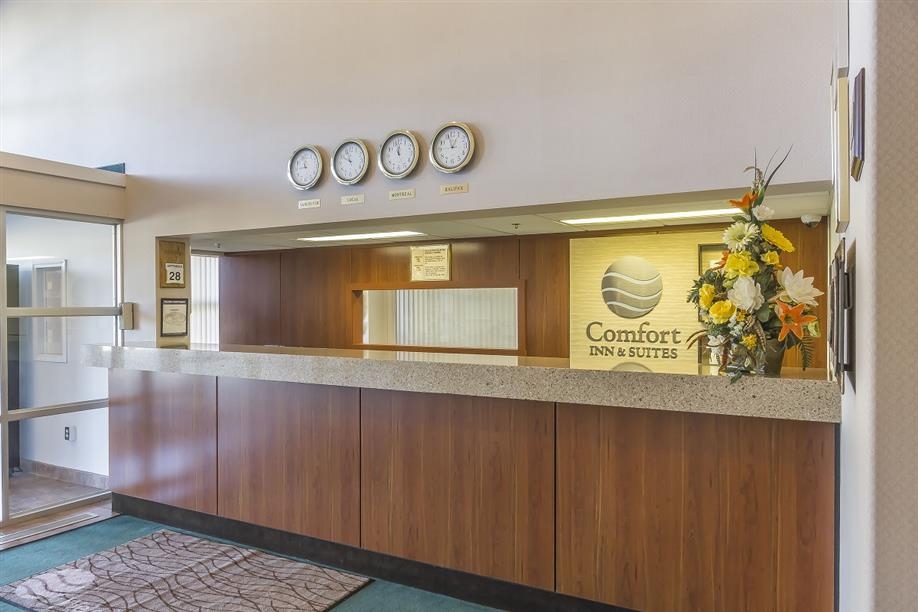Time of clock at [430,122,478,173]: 12:57
